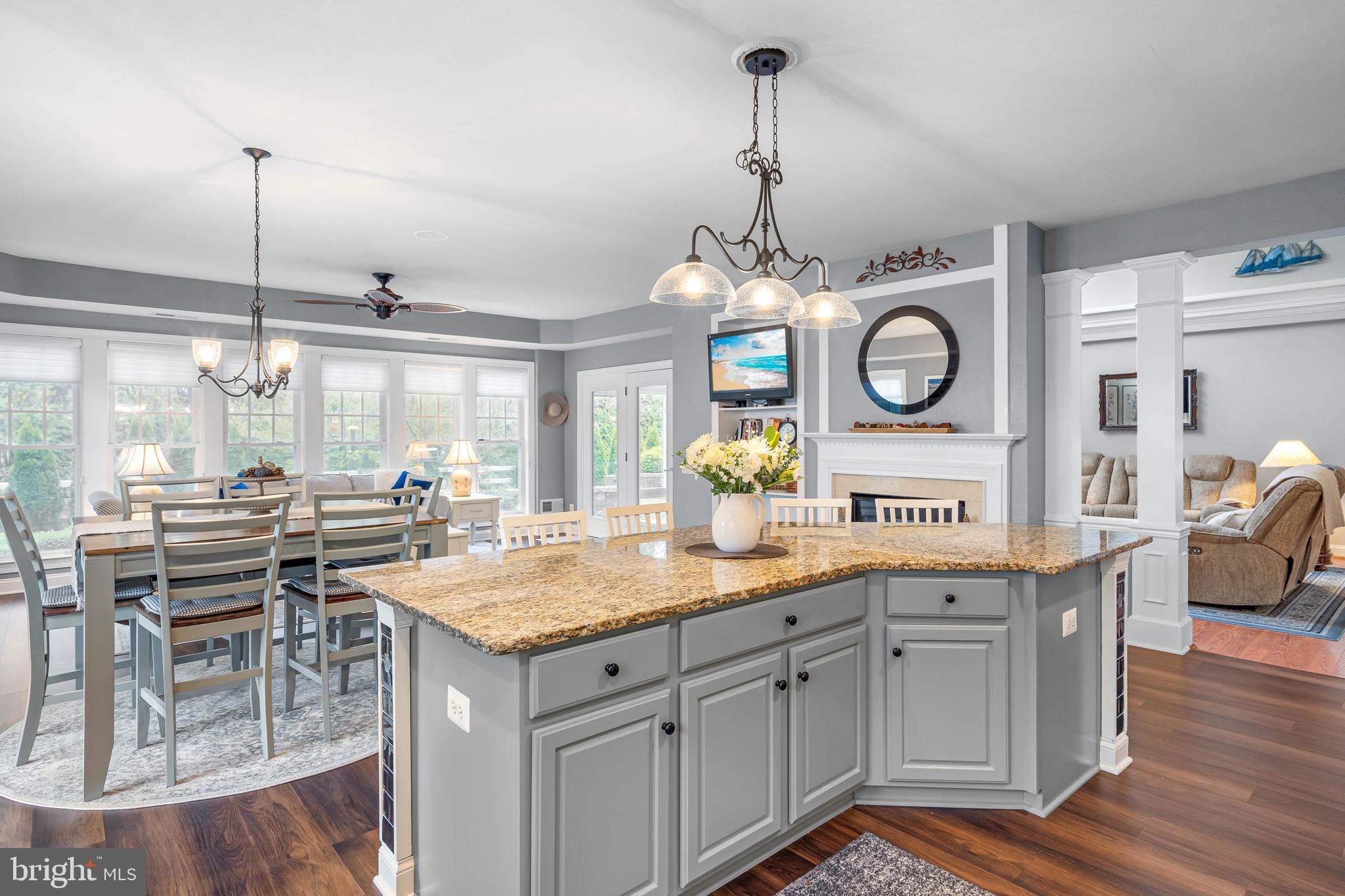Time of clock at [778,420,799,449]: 12:11
